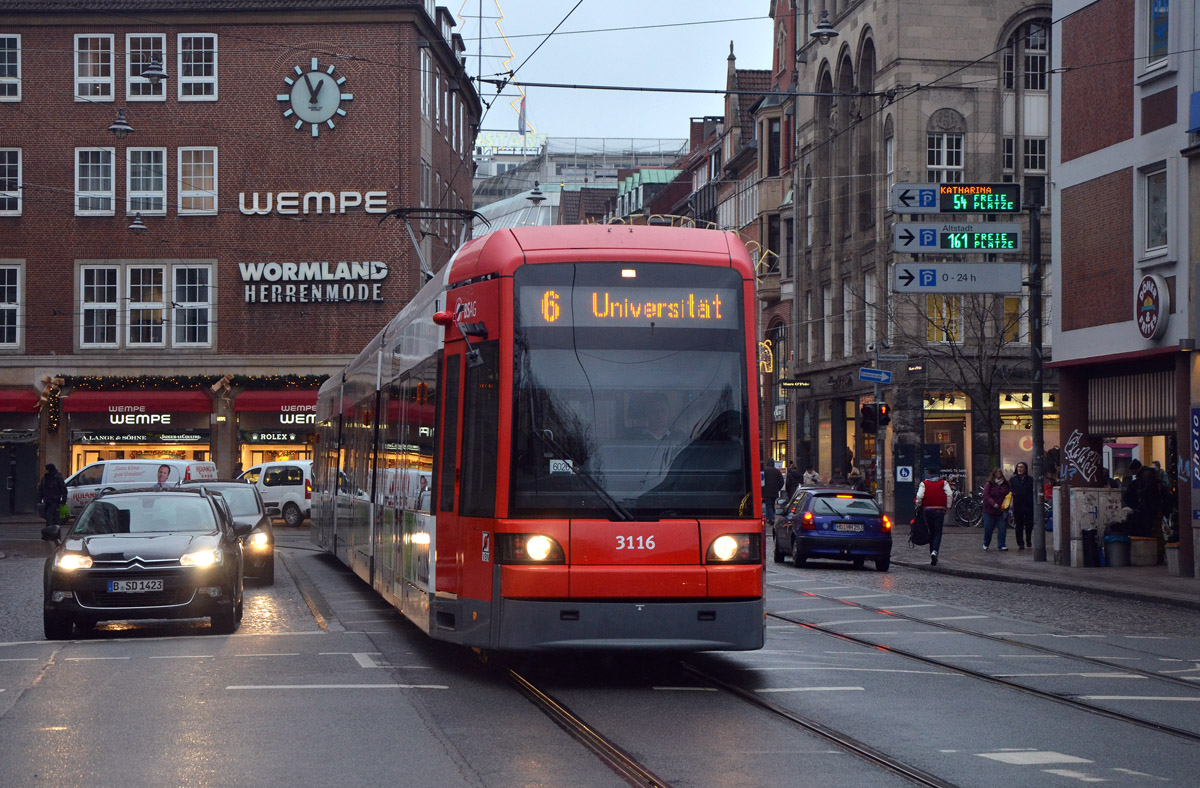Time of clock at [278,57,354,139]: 12:56
